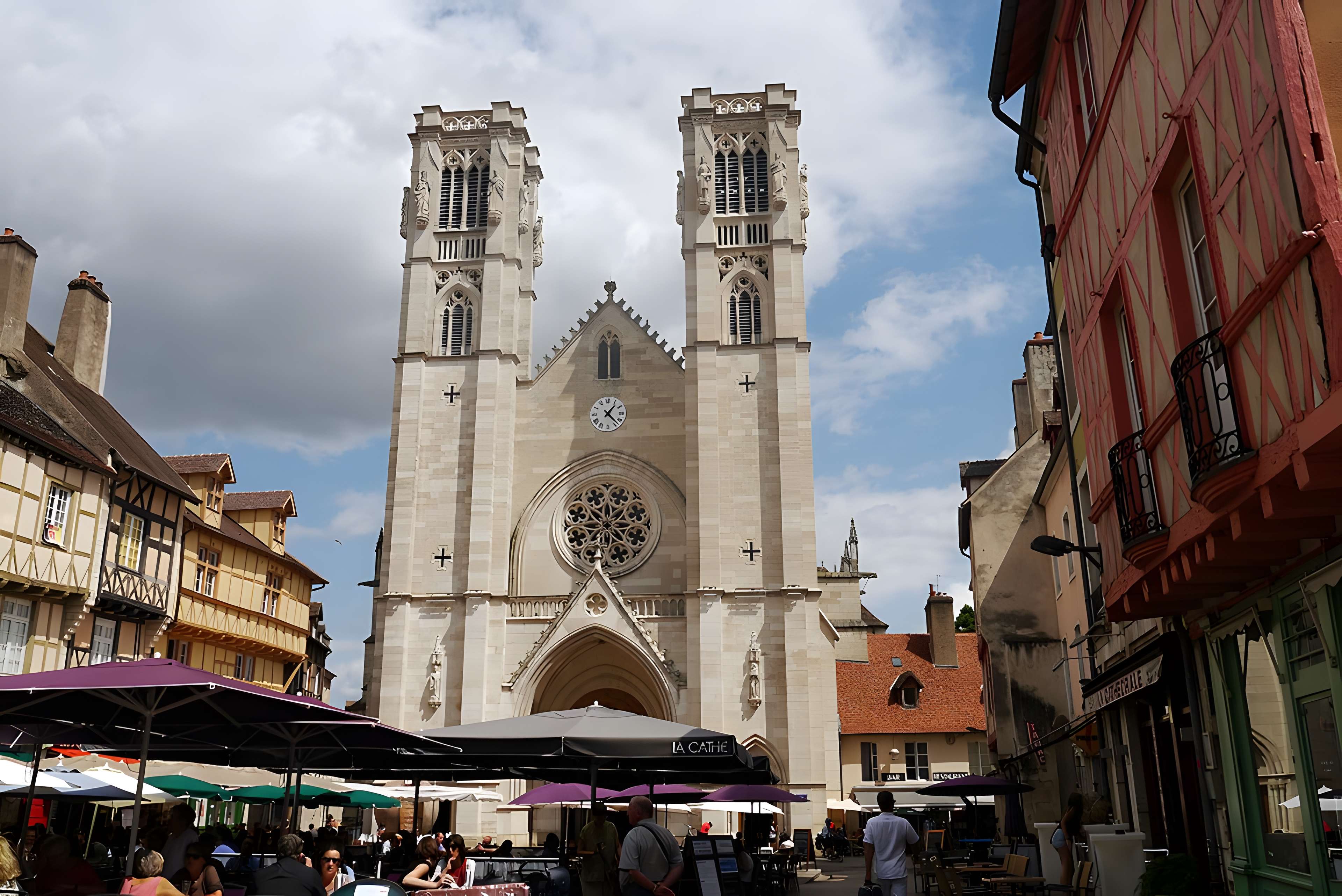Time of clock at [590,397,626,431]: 1:22
